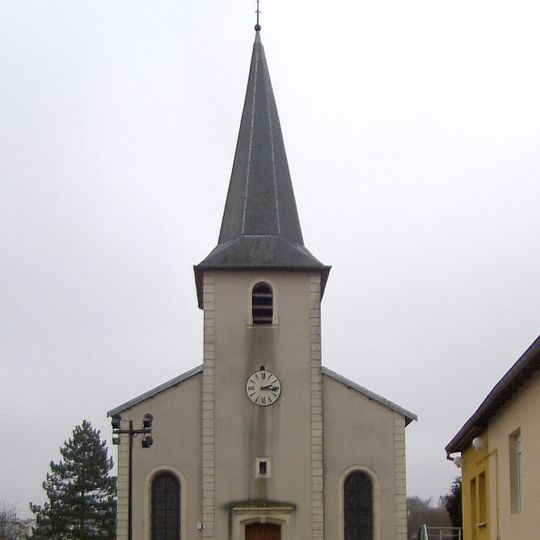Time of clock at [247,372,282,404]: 2:16
